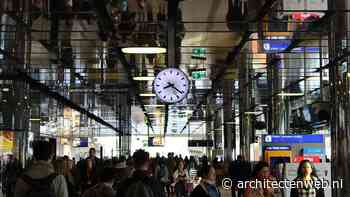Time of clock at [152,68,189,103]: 8:21
